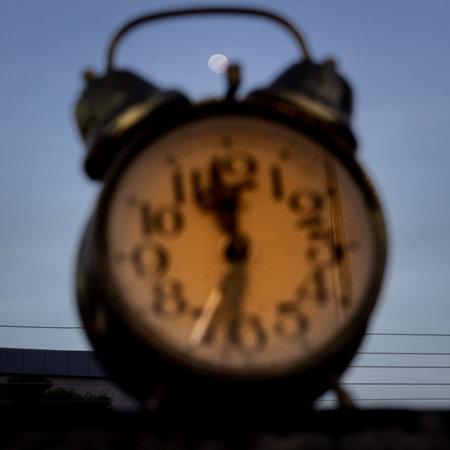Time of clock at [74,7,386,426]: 11:32
